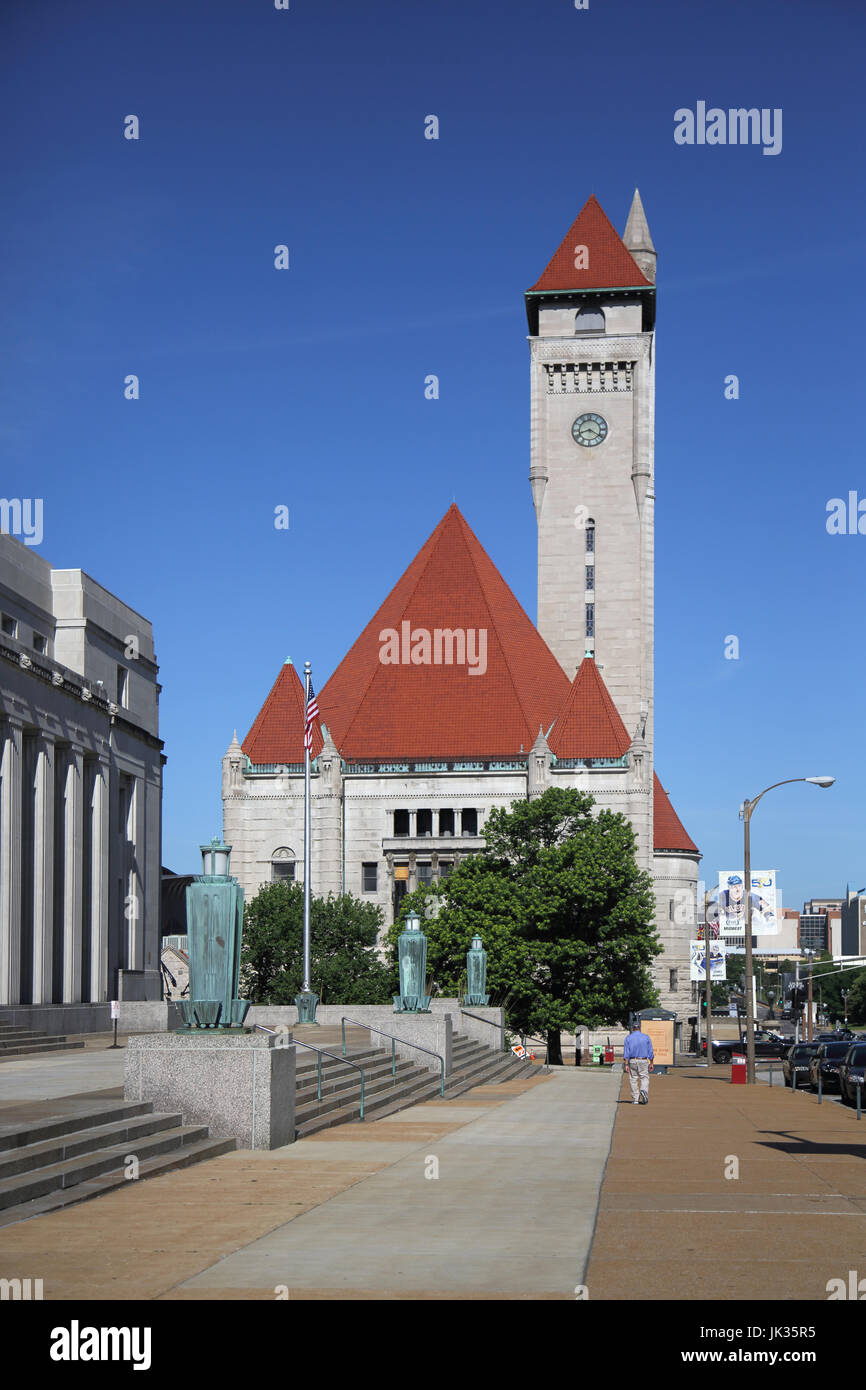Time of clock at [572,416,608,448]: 8:20
